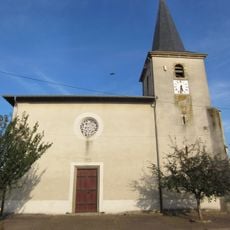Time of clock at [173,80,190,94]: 5:31
